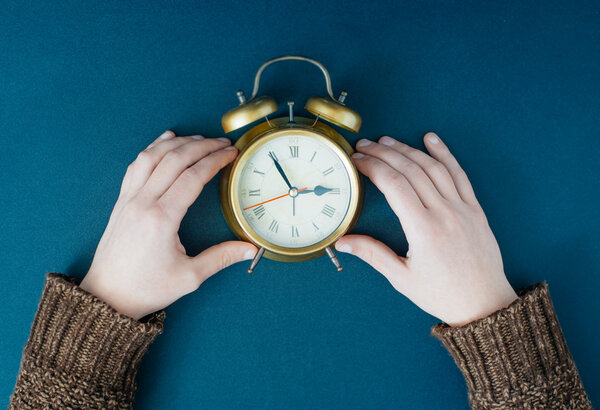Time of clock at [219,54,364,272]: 2:54
